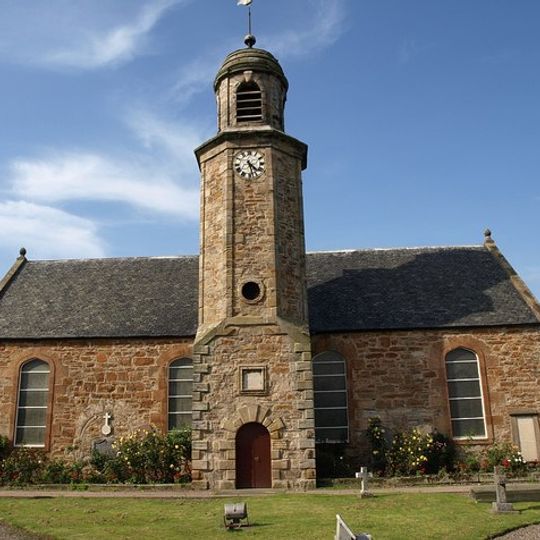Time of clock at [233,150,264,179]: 4:27
